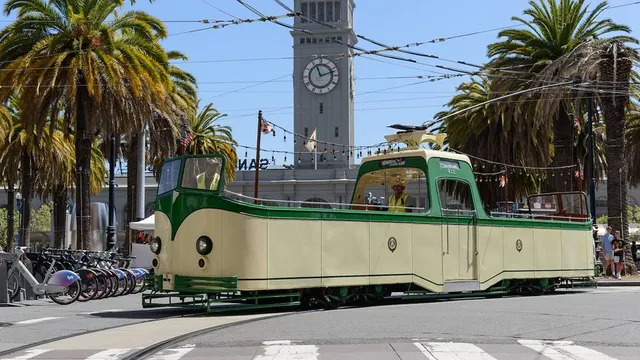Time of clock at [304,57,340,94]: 11:12
